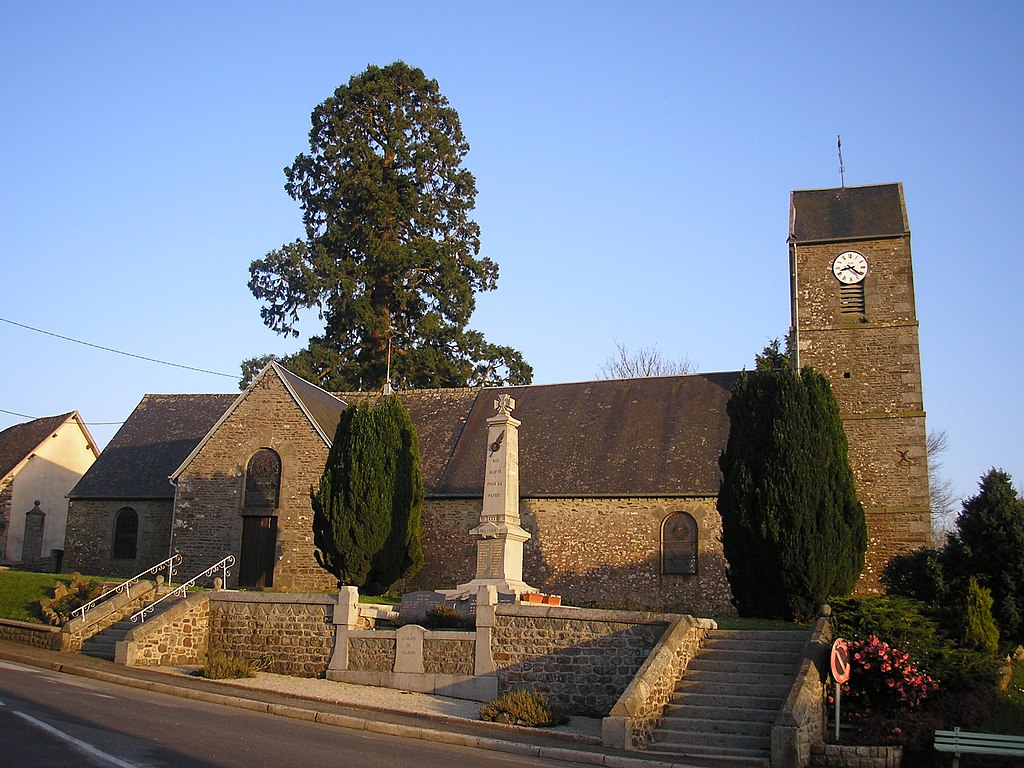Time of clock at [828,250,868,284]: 8:21
